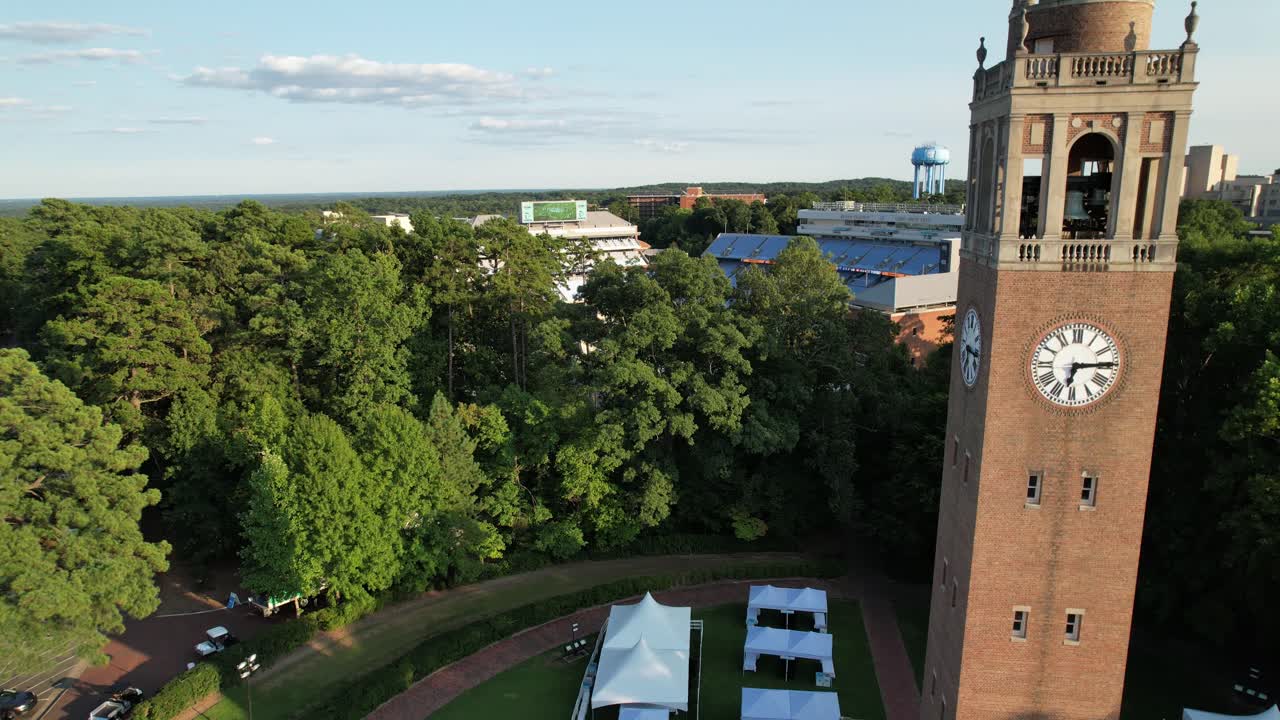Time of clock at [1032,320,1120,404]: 6:14
